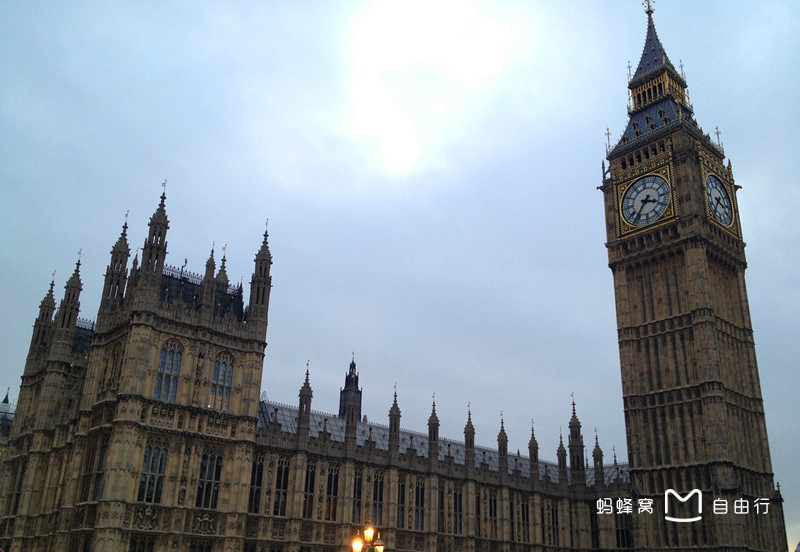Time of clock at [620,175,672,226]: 3:36
